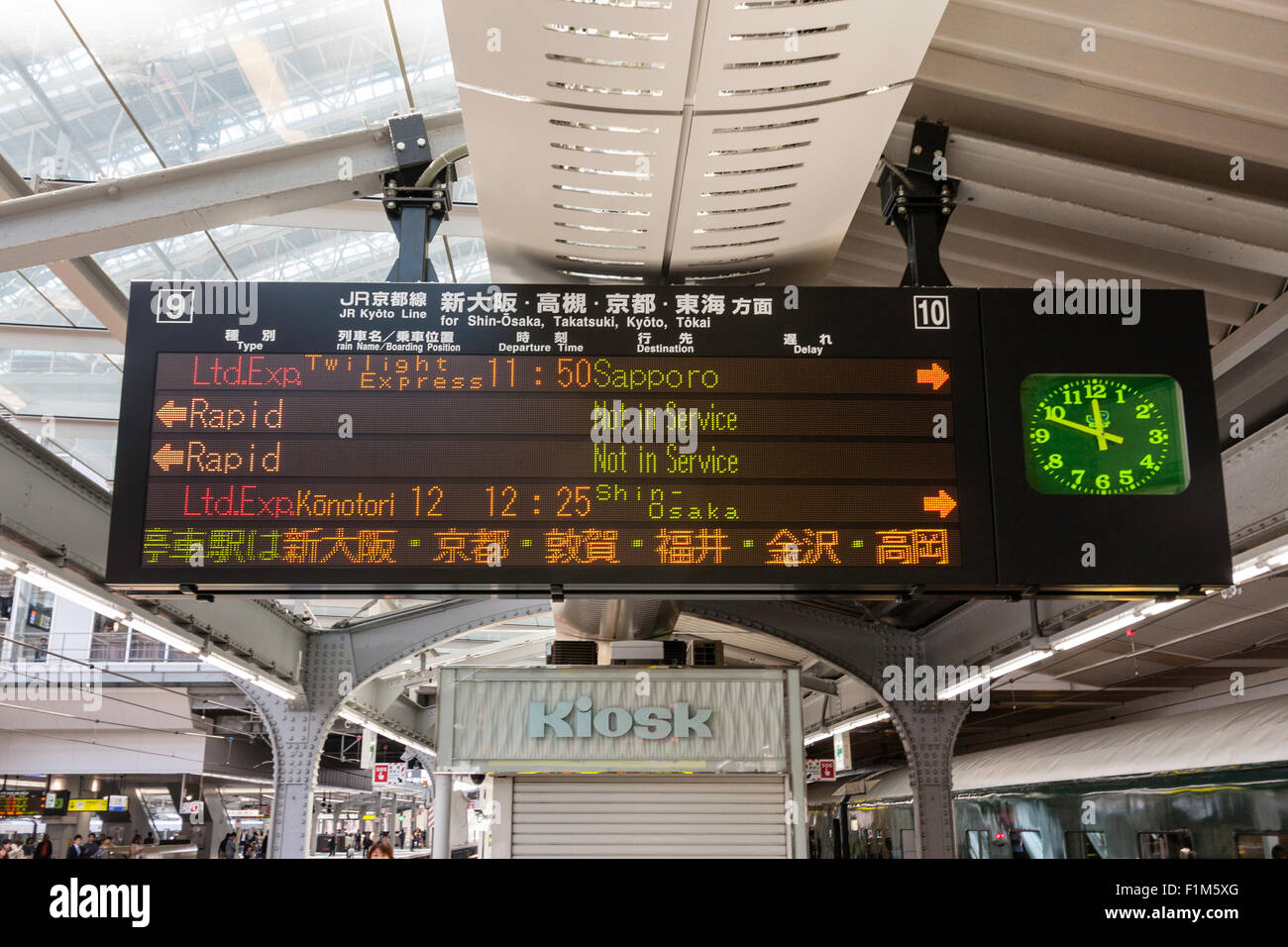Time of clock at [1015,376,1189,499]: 11:48
